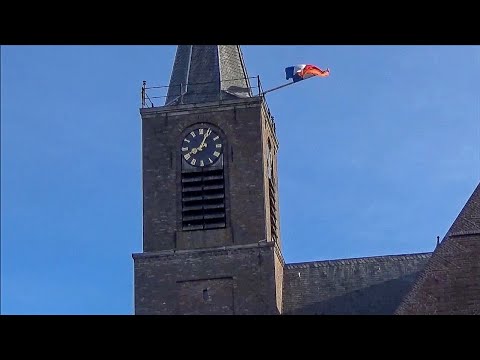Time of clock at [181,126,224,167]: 8:04
